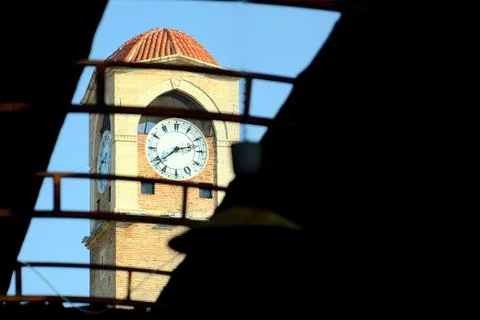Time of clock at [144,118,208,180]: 2:38
